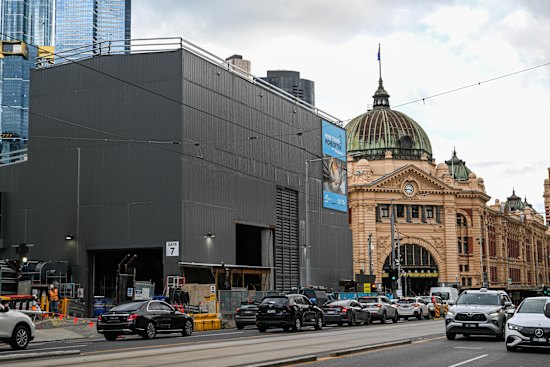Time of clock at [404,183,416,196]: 3:43
